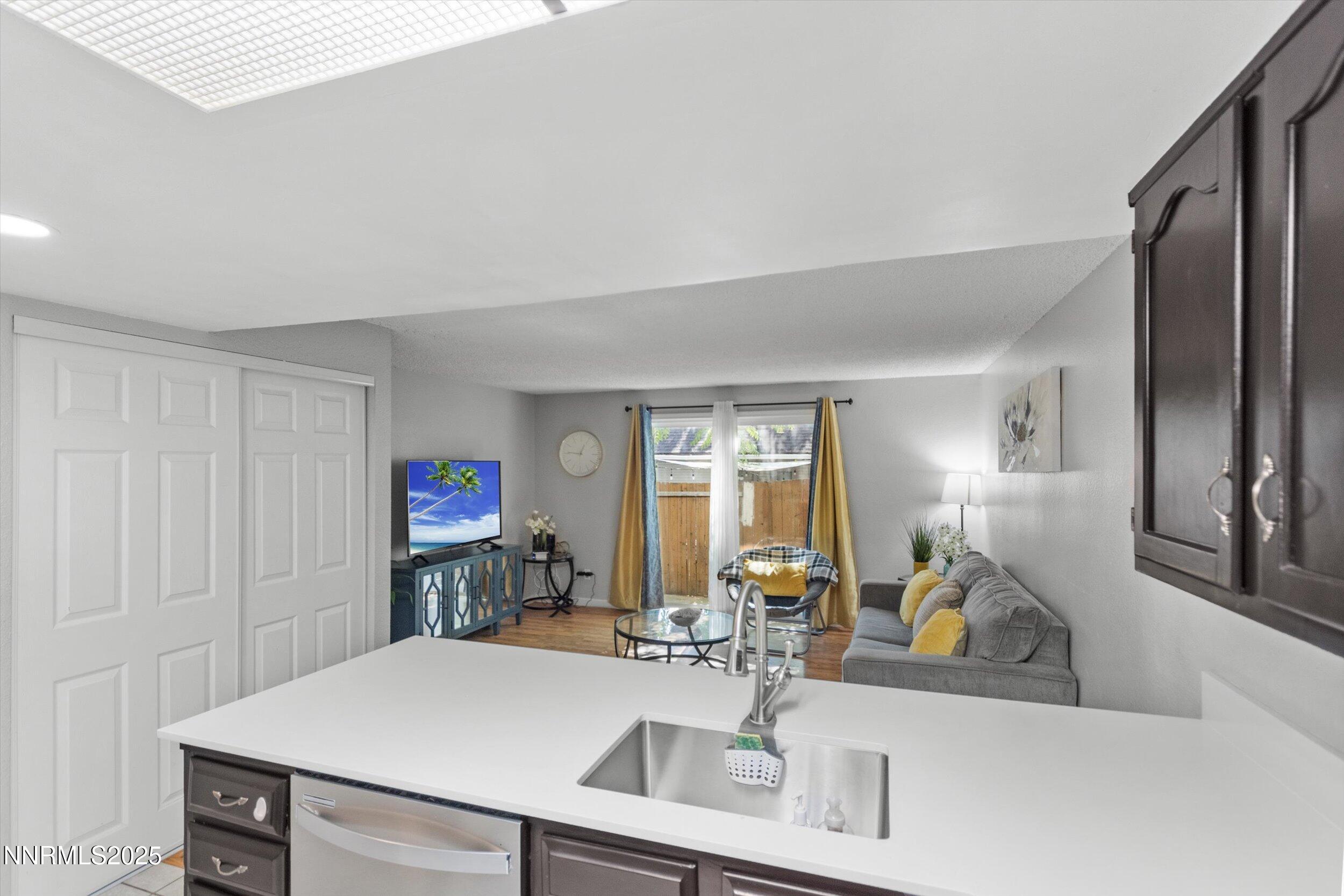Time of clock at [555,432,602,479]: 12:45
